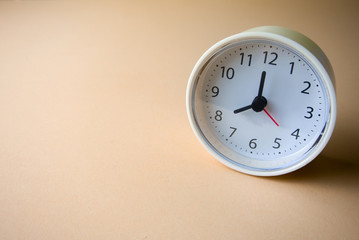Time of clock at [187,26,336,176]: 7:59
